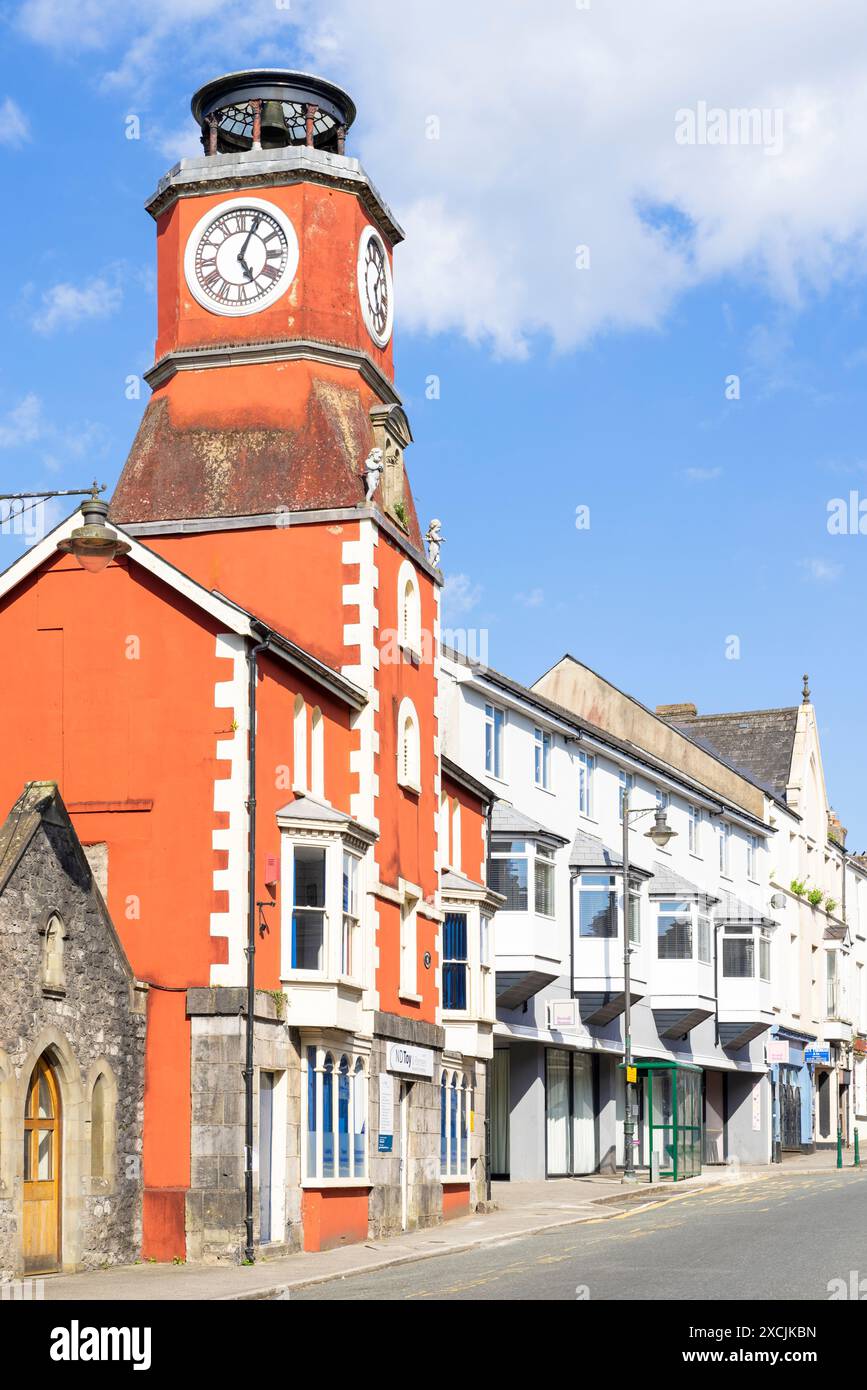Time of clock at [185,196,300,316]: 5:04
